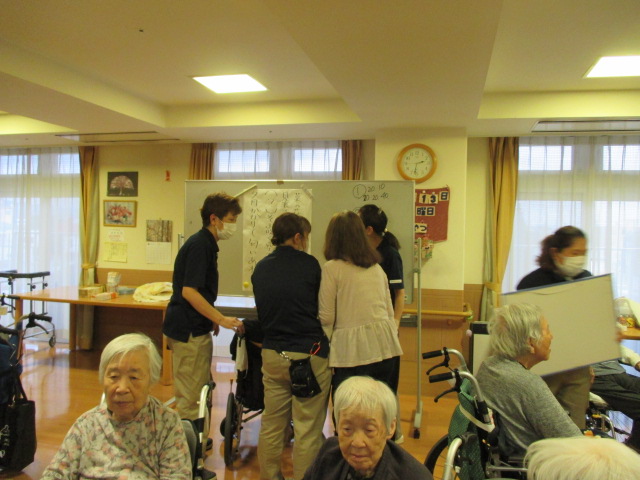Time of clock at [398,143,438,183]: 2:32
